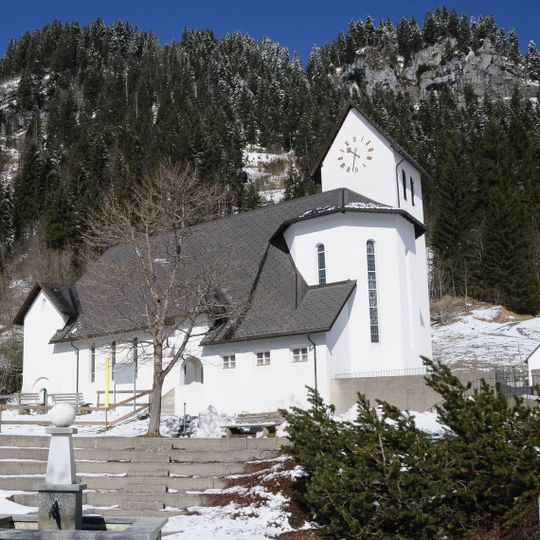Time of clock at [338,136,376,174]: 10:32
